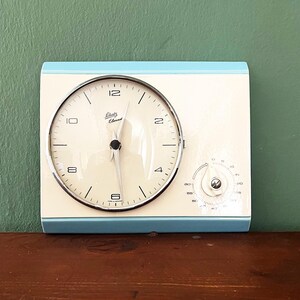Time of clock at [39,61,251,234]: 12:29
